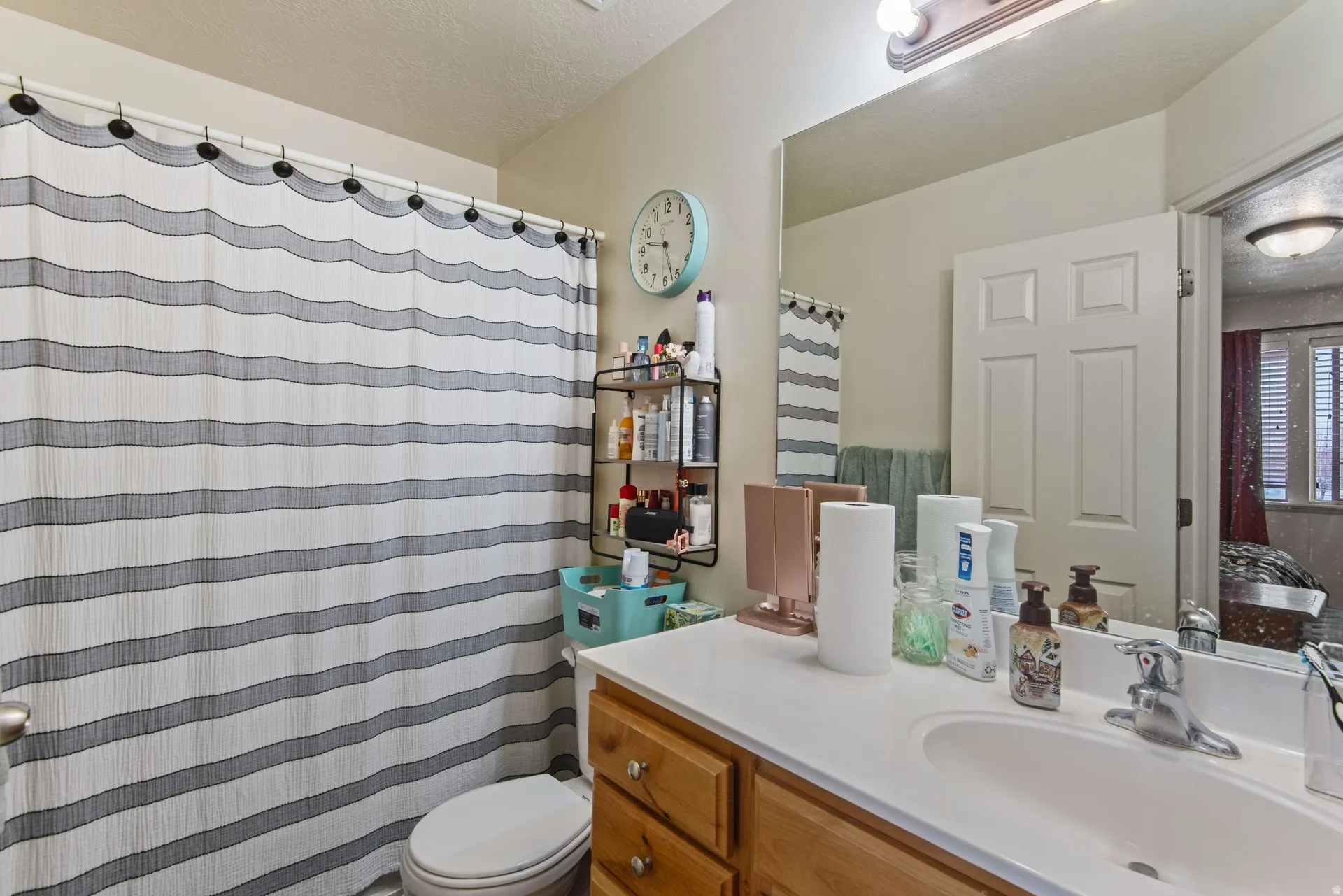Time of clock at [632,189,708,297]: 9:27
